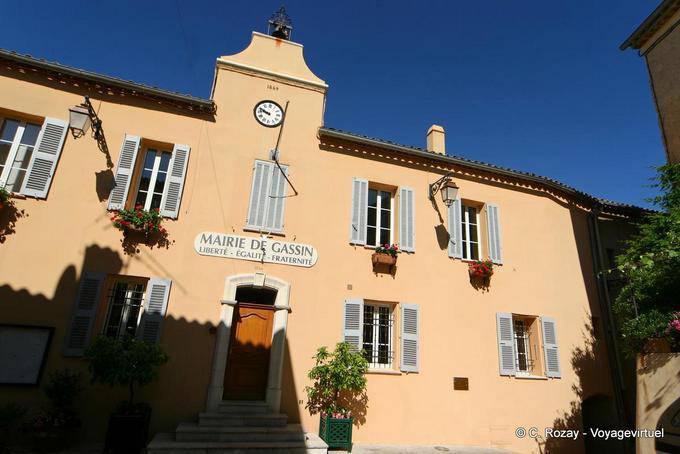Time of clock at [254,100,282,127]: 9:48
